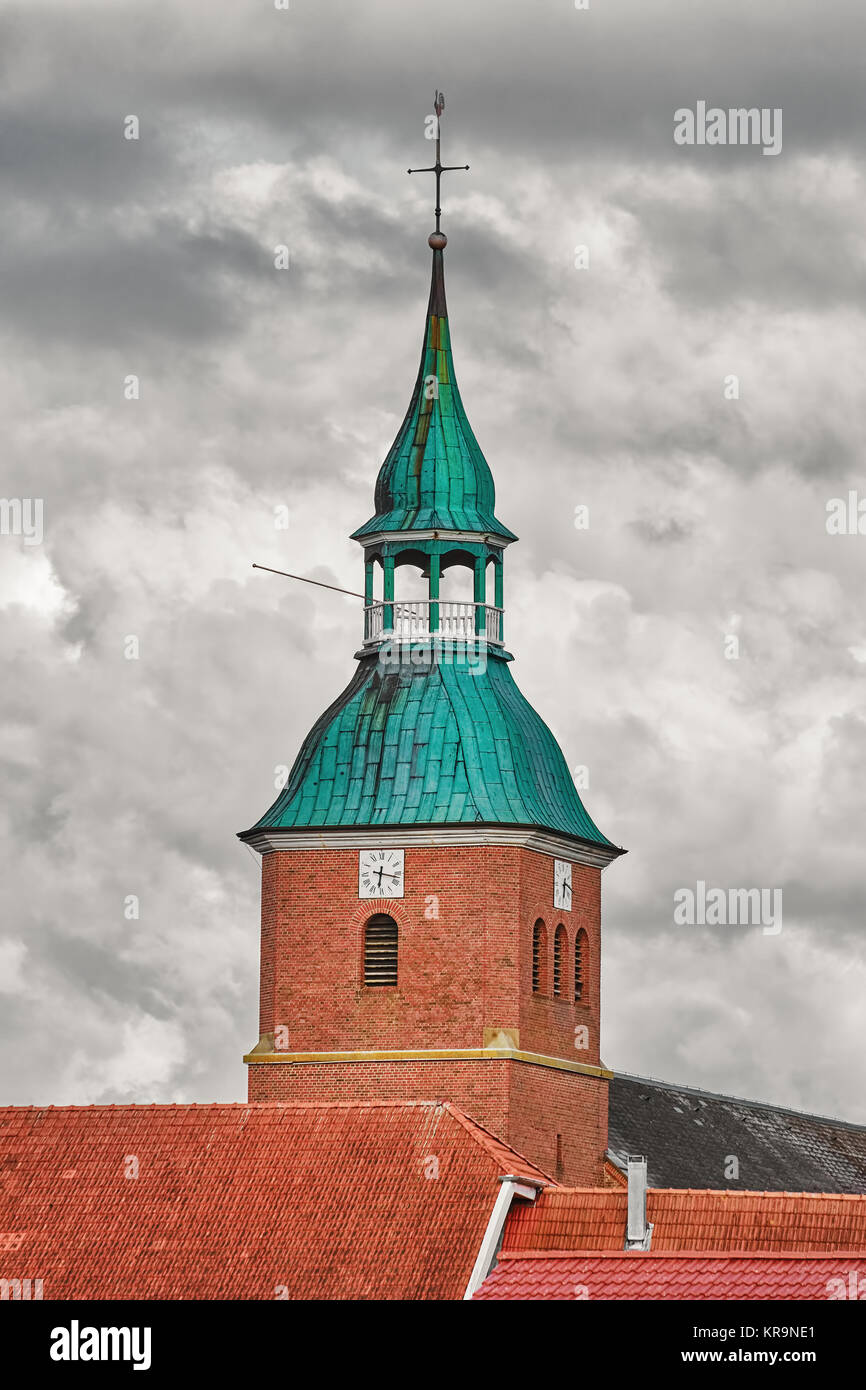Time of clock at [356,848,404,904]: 6:17
